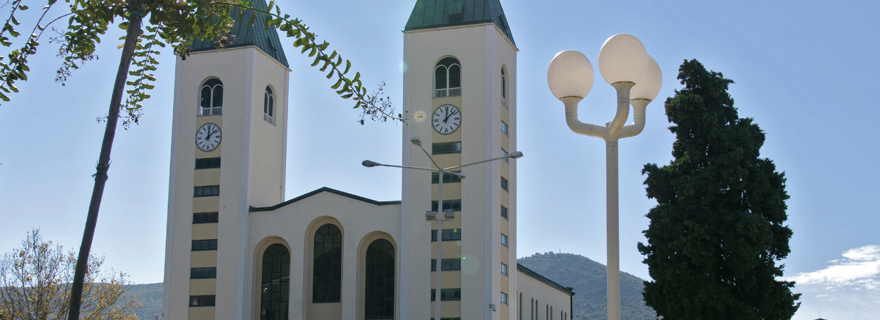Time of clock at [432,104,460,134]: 12:07
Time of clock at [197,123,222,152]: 12:08
